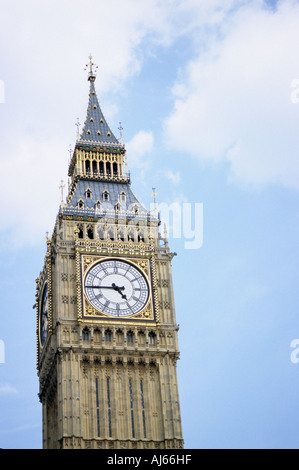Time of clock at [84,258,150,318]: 4:44
